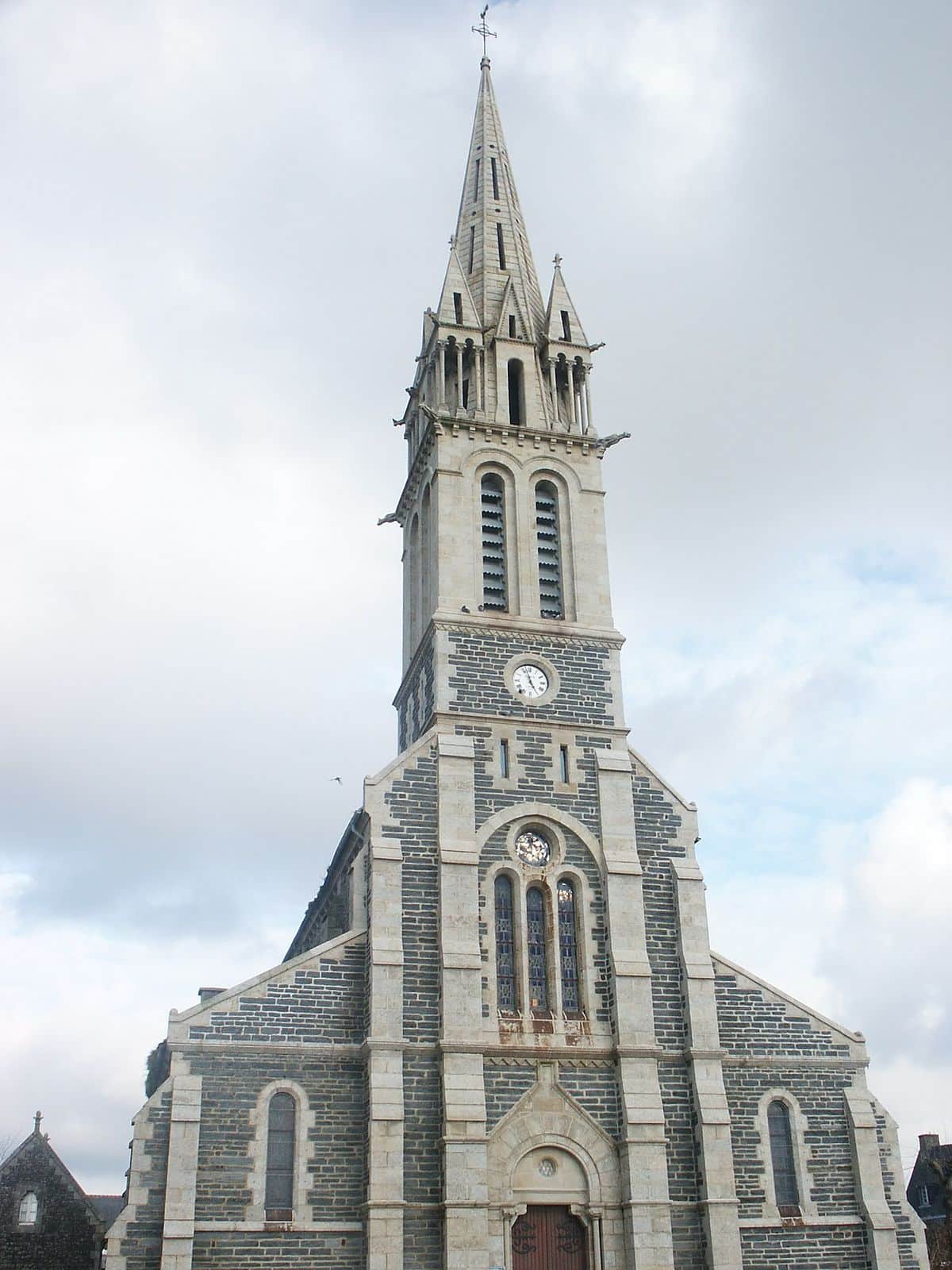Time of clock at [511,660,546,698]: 4:57
